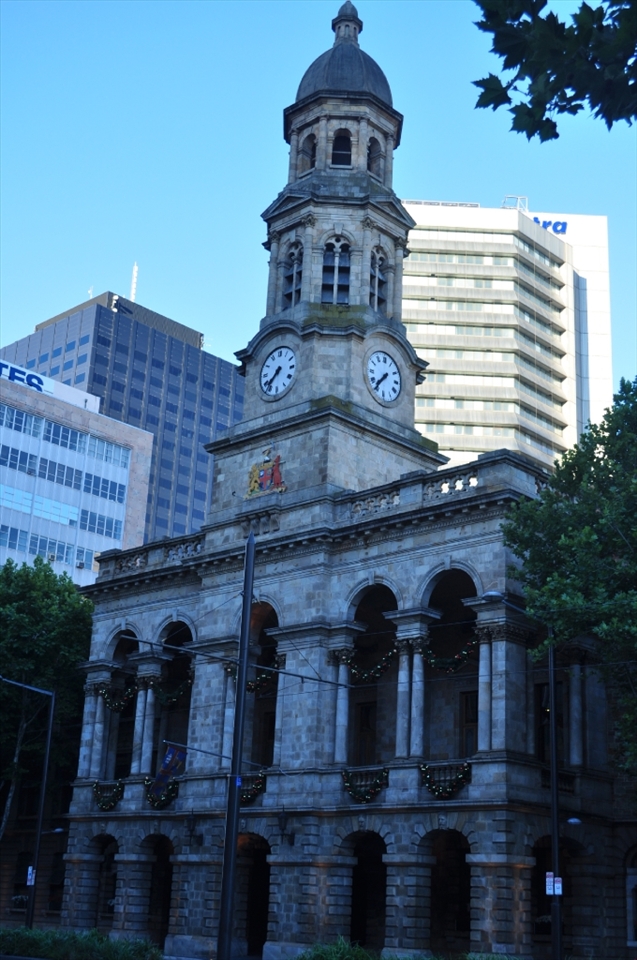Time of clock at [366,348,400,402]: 7:36
